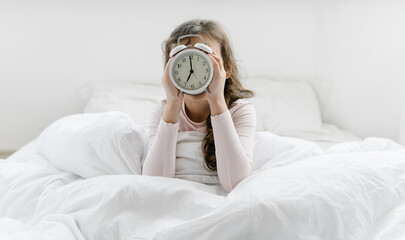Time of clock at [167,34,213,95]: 6:59
